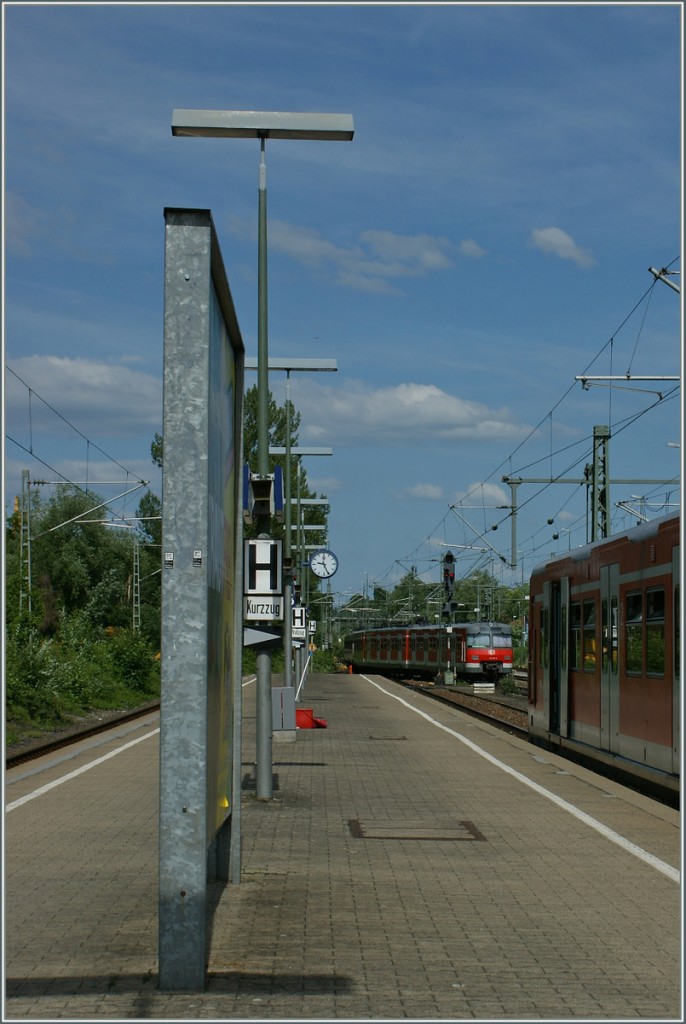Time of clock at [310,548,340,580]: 9:25
